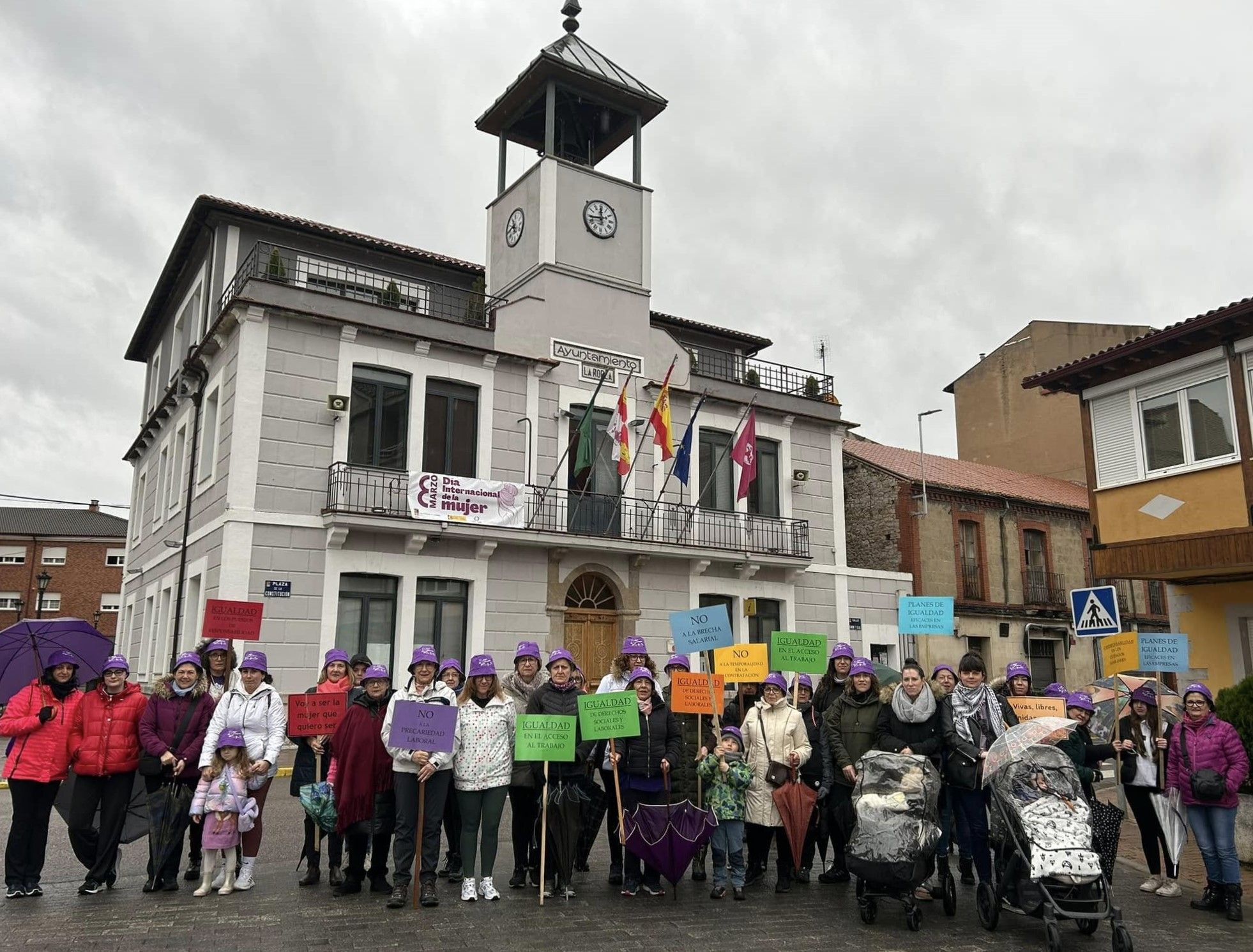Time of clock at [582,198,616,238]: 11:43
